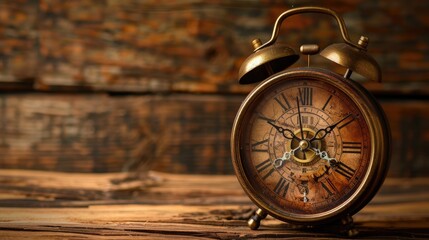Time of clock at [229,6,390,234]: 1:50
